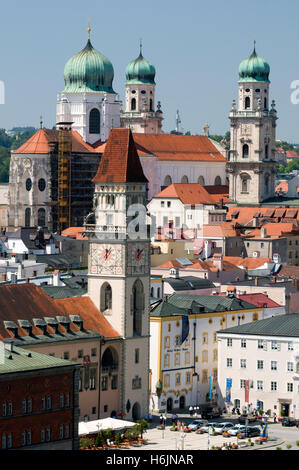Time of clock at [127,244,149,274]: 12:07
